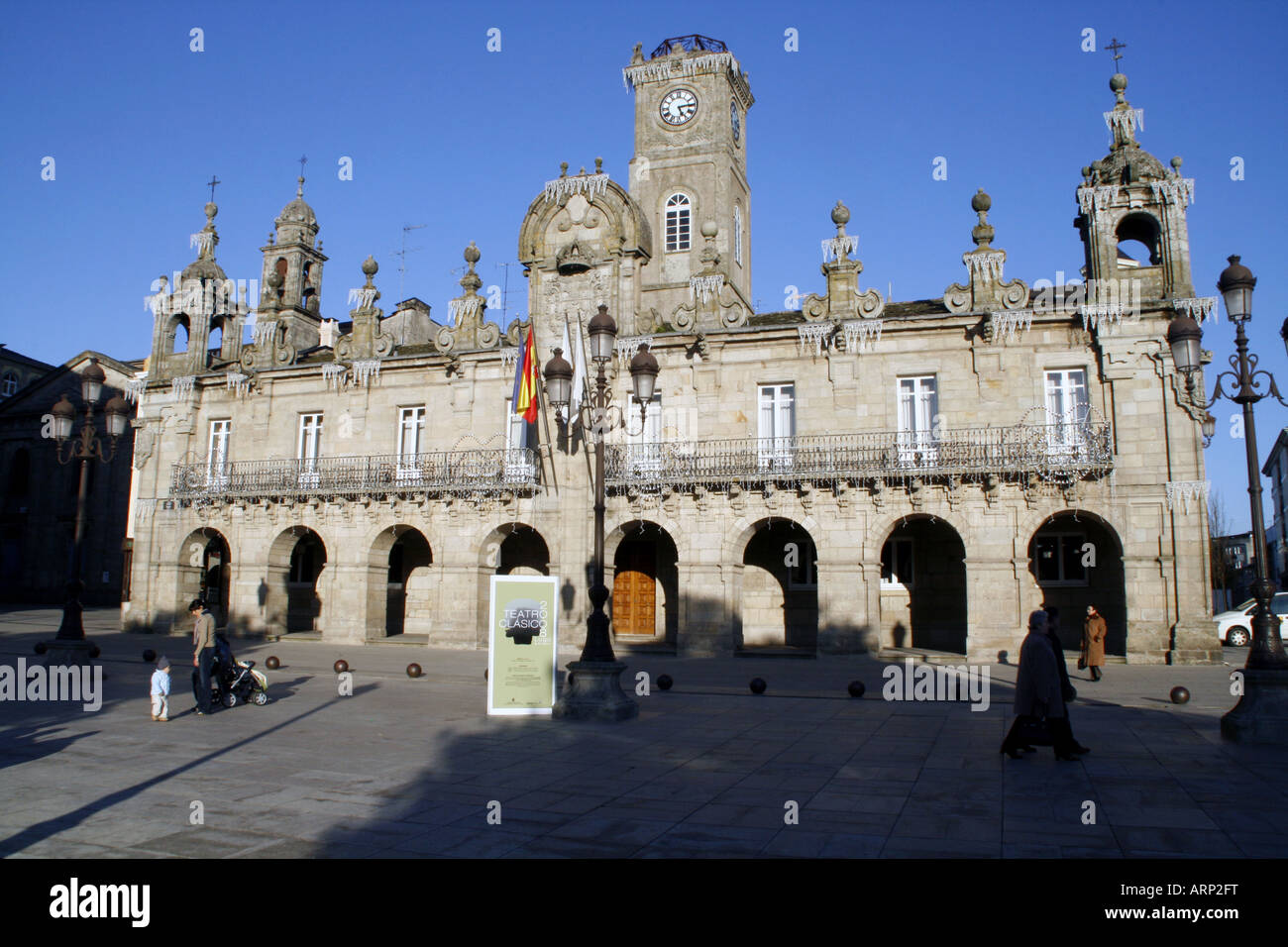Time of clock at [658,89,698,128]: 5:14
